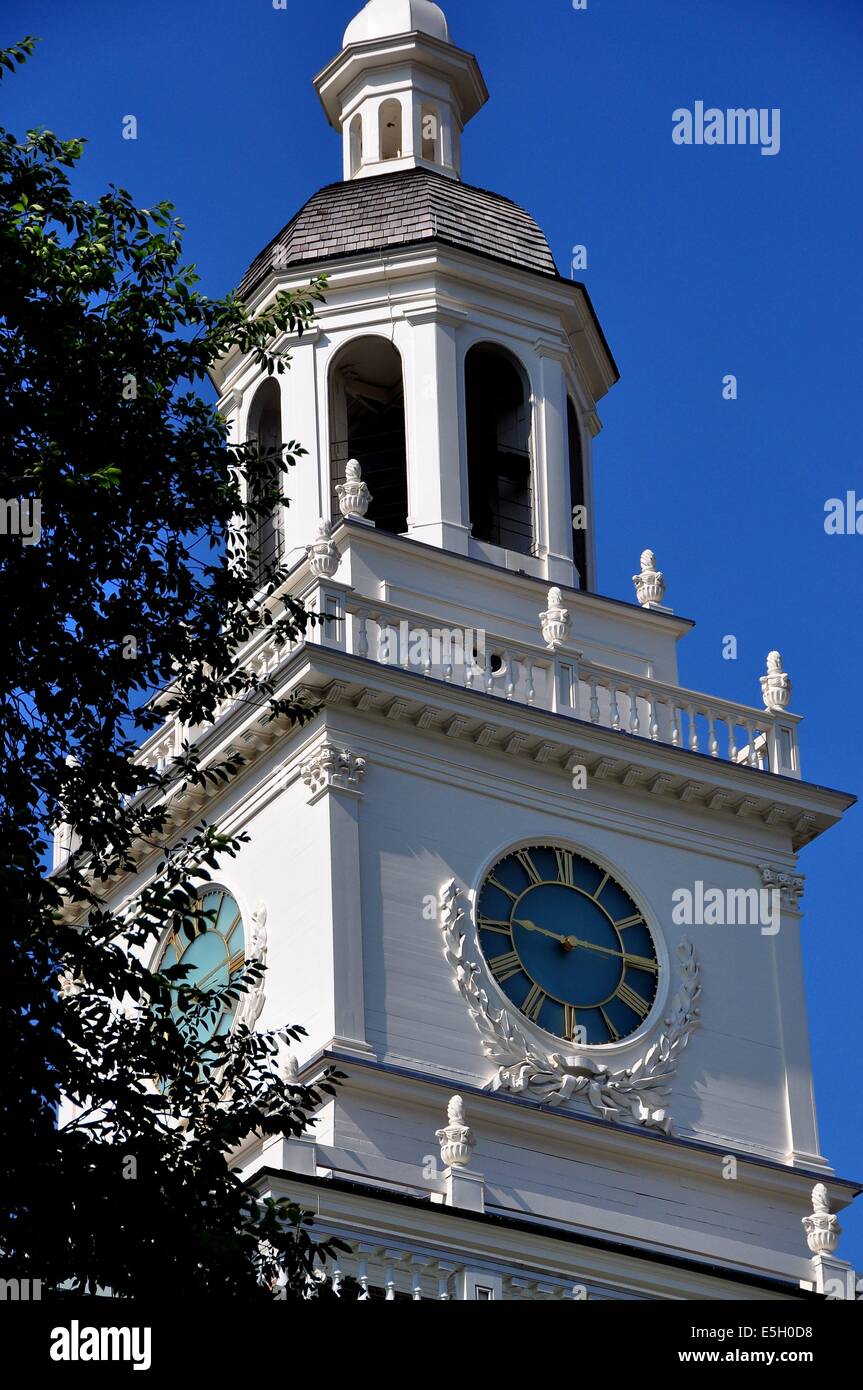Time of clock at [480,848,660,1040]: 9:14
